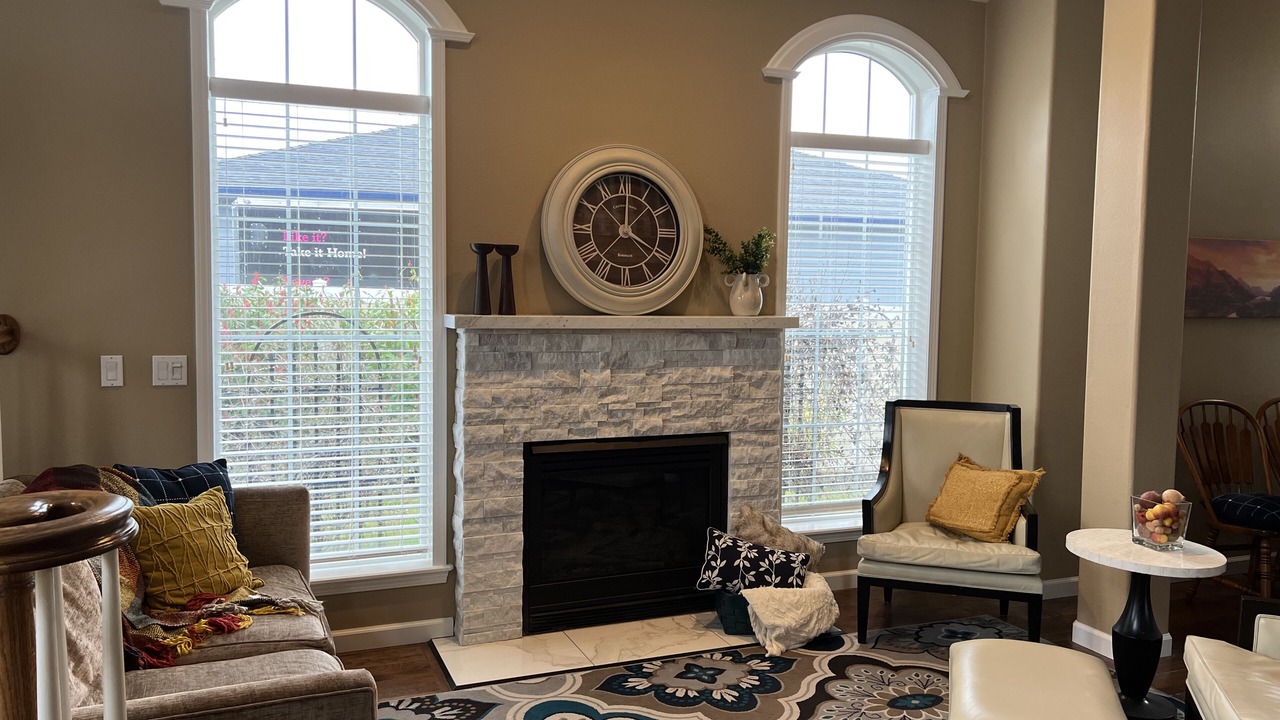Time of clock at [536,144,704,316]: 4:00
